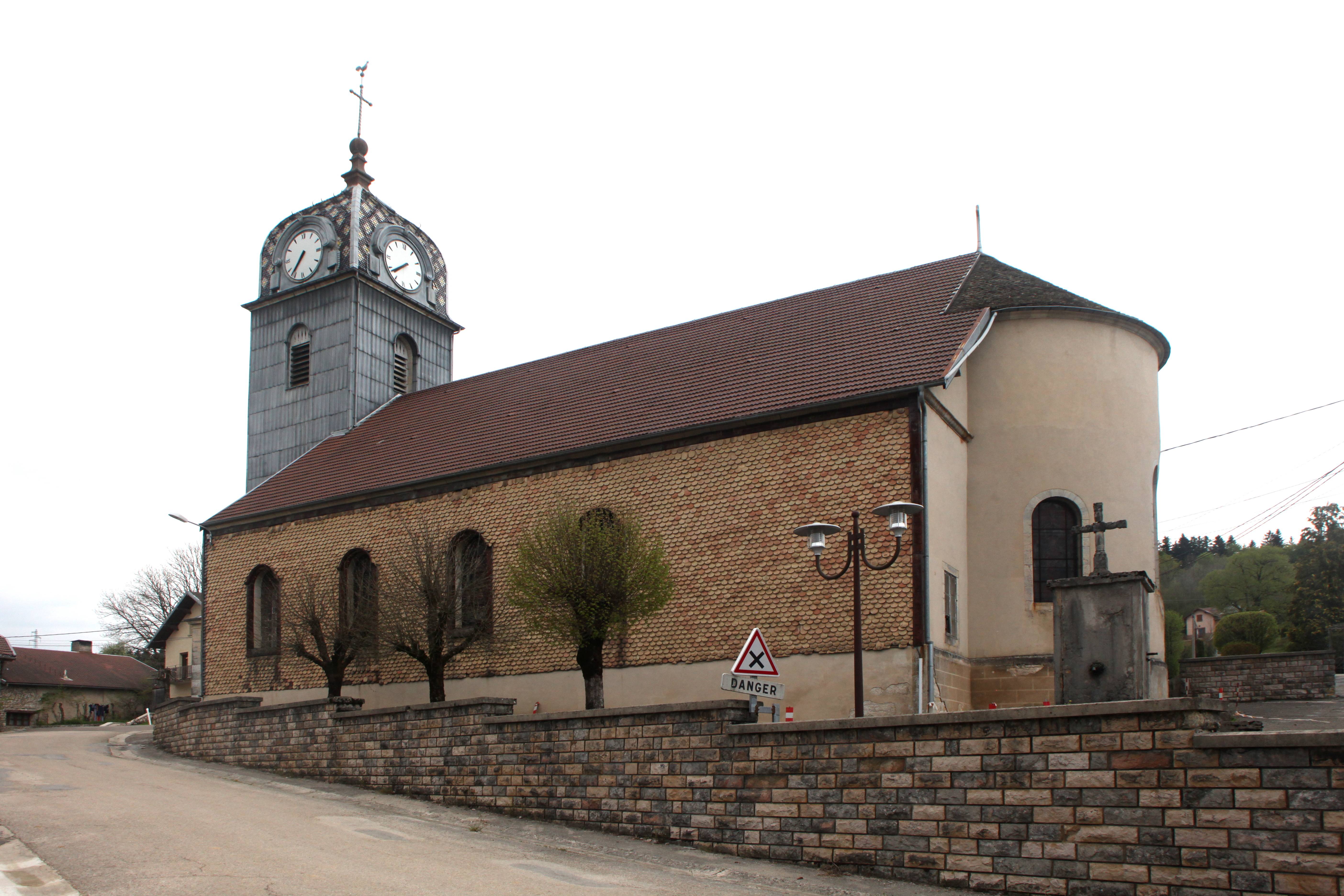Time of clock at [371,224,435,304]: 7:38
